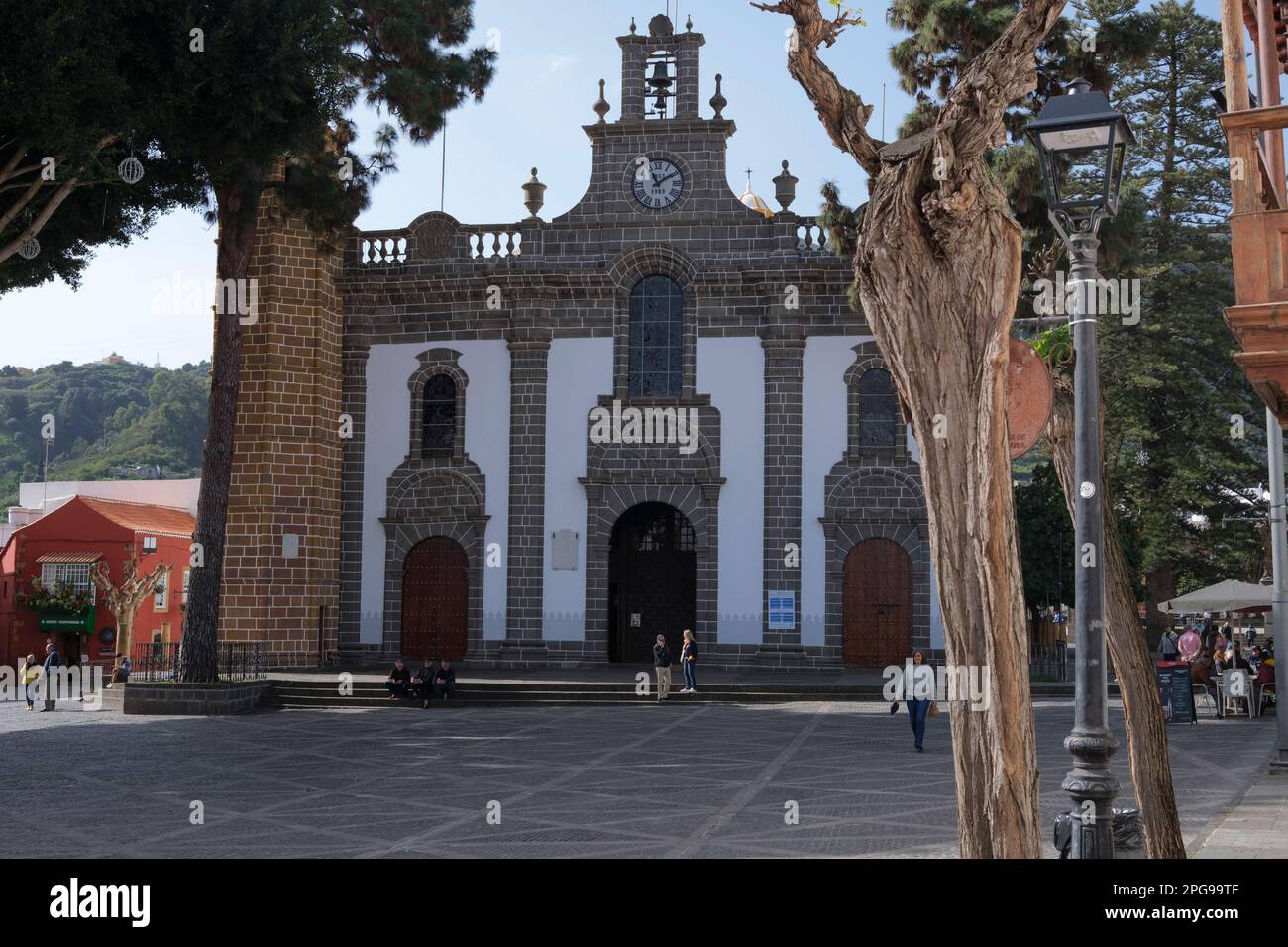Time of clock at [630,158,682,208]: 11:09
